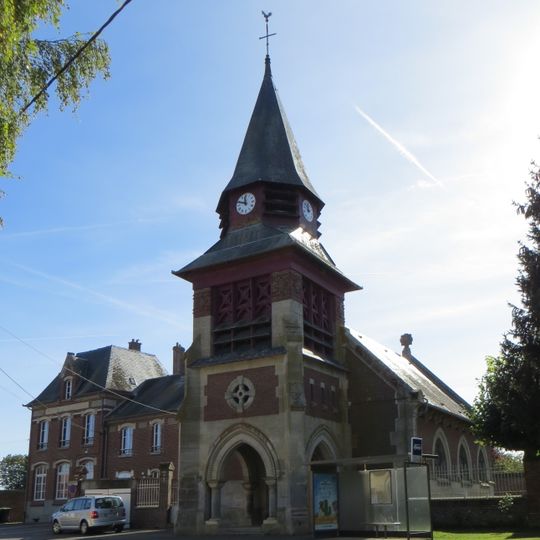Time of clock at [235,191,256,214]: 11:48
